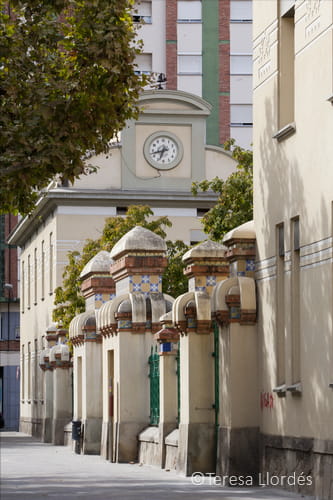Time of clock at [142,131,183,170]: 6:42
